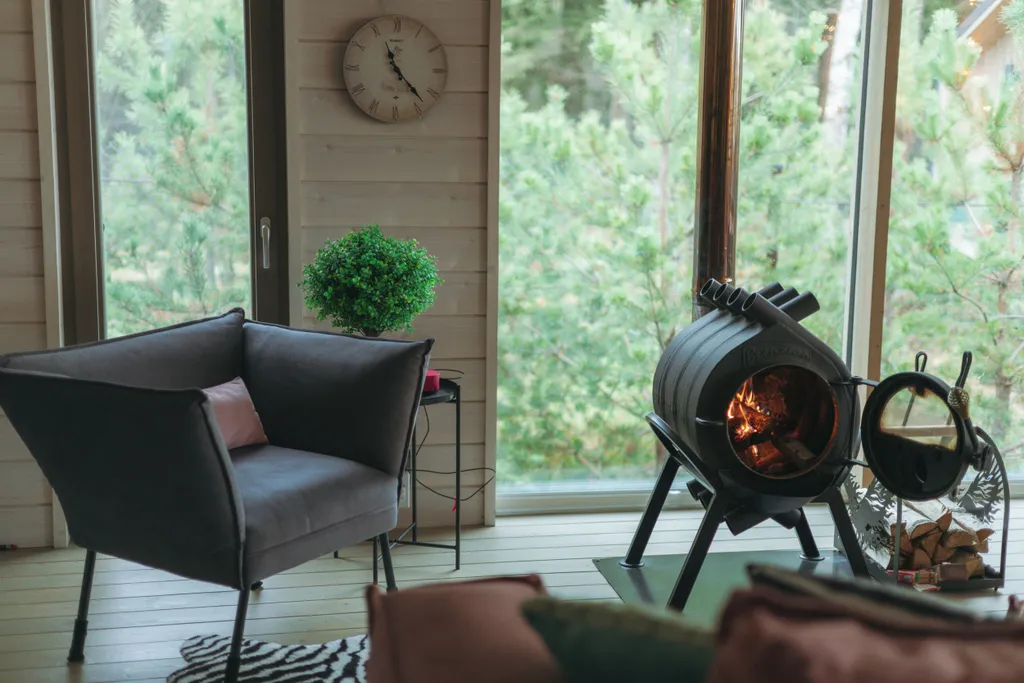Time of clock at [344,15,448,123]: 11:23
